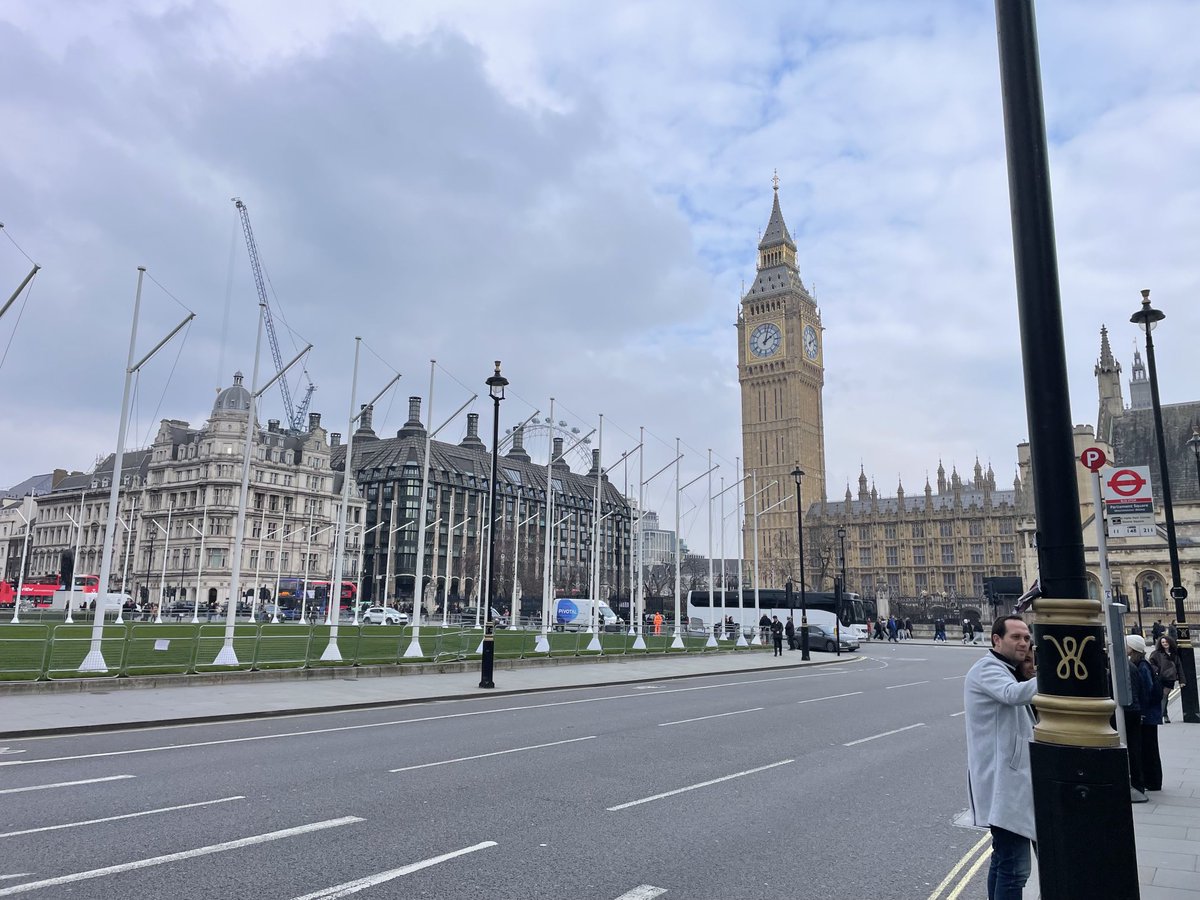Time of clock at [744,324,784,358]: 2:02
